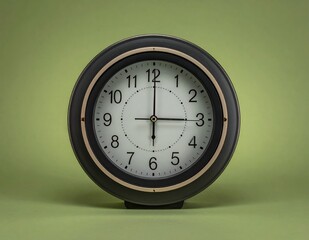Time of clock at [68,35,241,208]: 3:00
